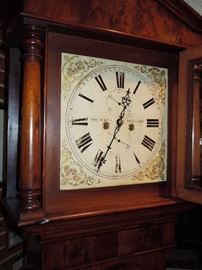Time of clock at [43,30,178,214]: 12:34
